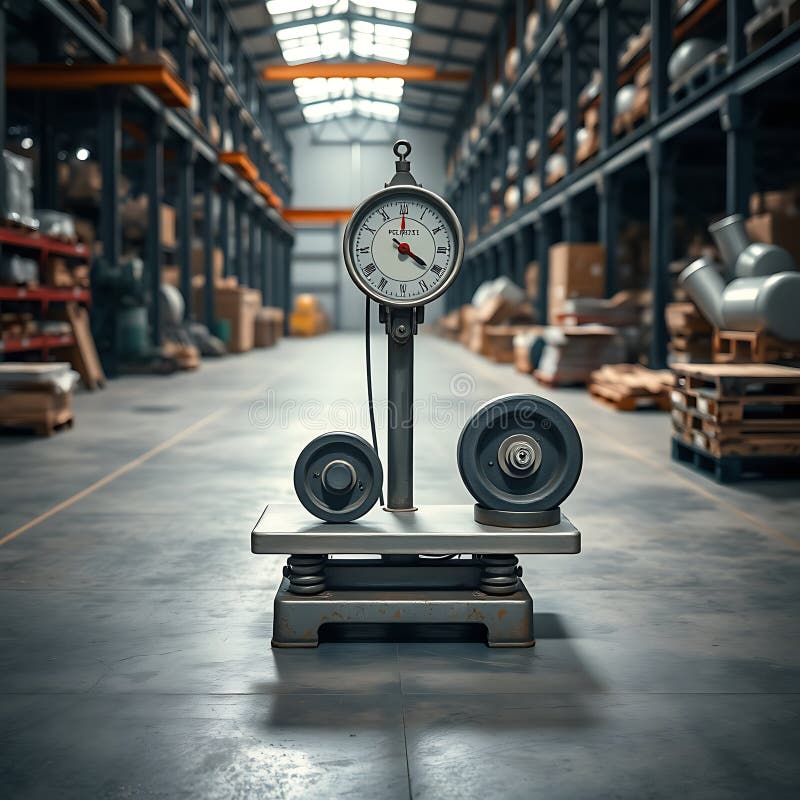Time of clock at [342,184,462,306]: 4:20
